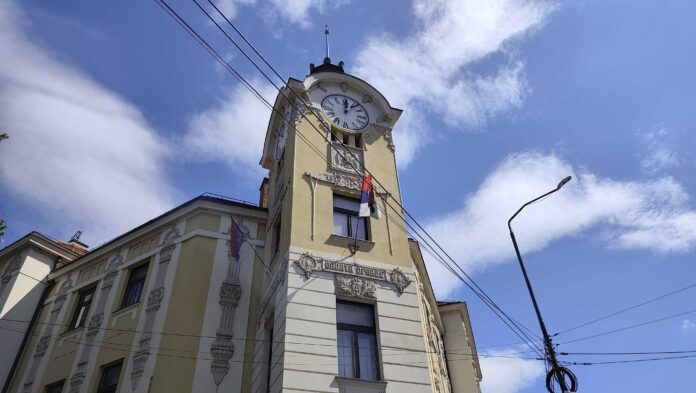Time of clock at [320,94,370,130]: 12:07
